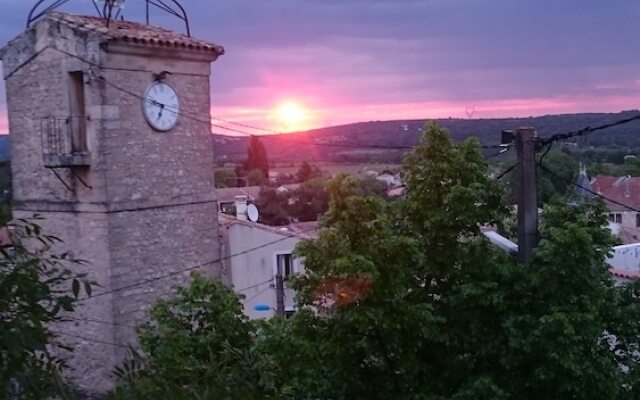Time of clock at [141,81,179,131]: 6:47
